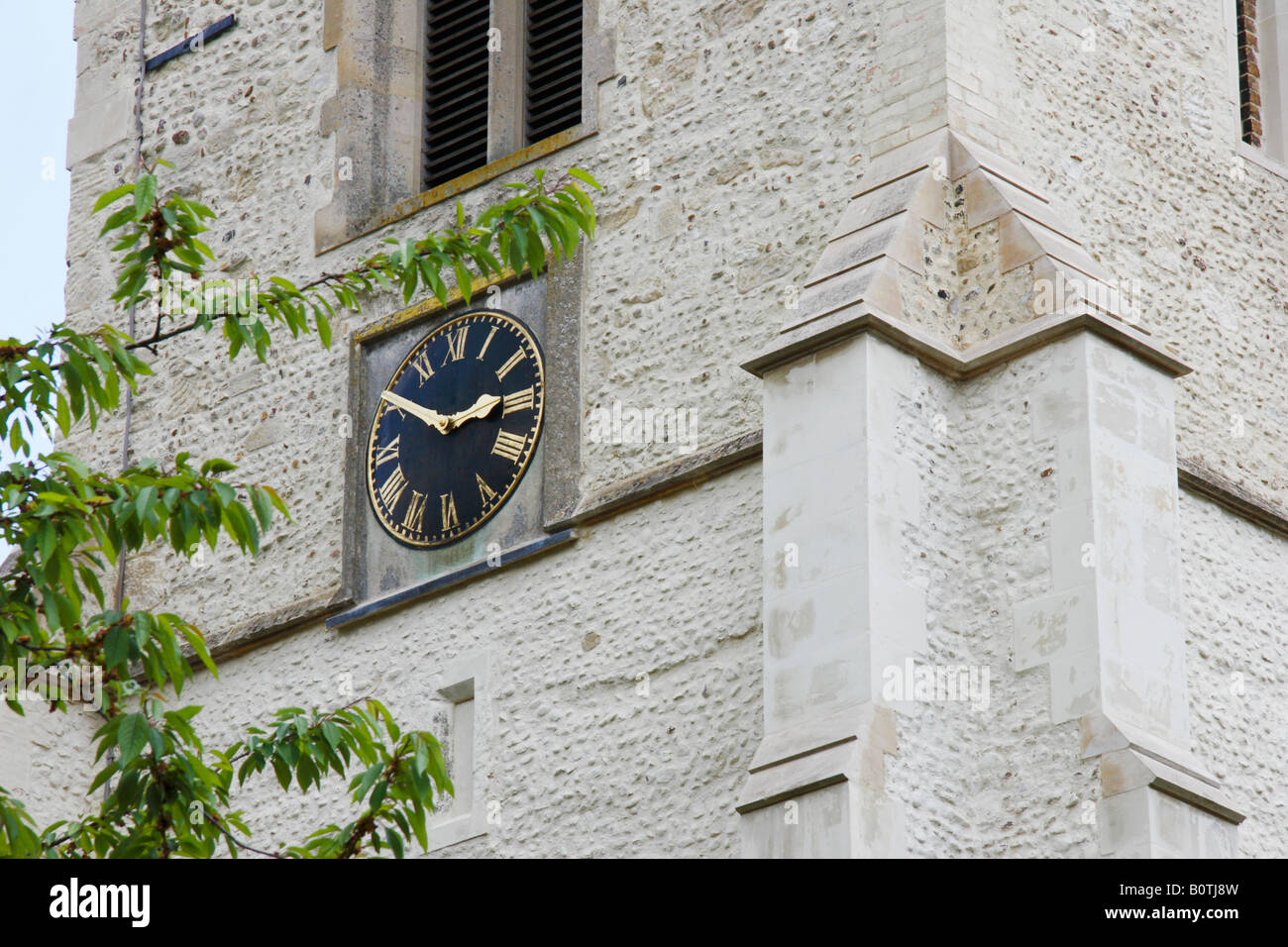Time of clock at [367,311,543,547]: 2:50
